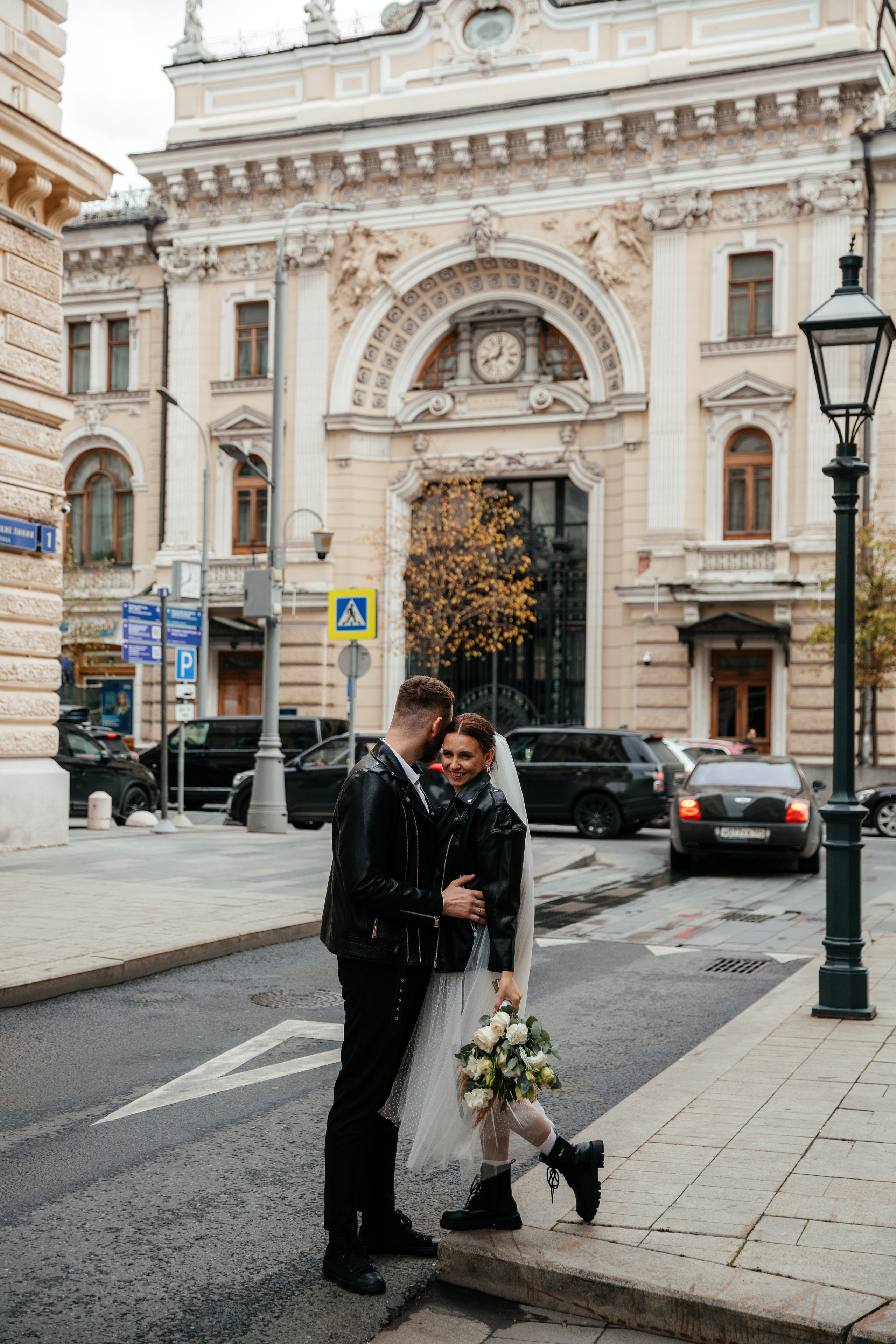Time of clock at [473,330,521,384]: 12:40
